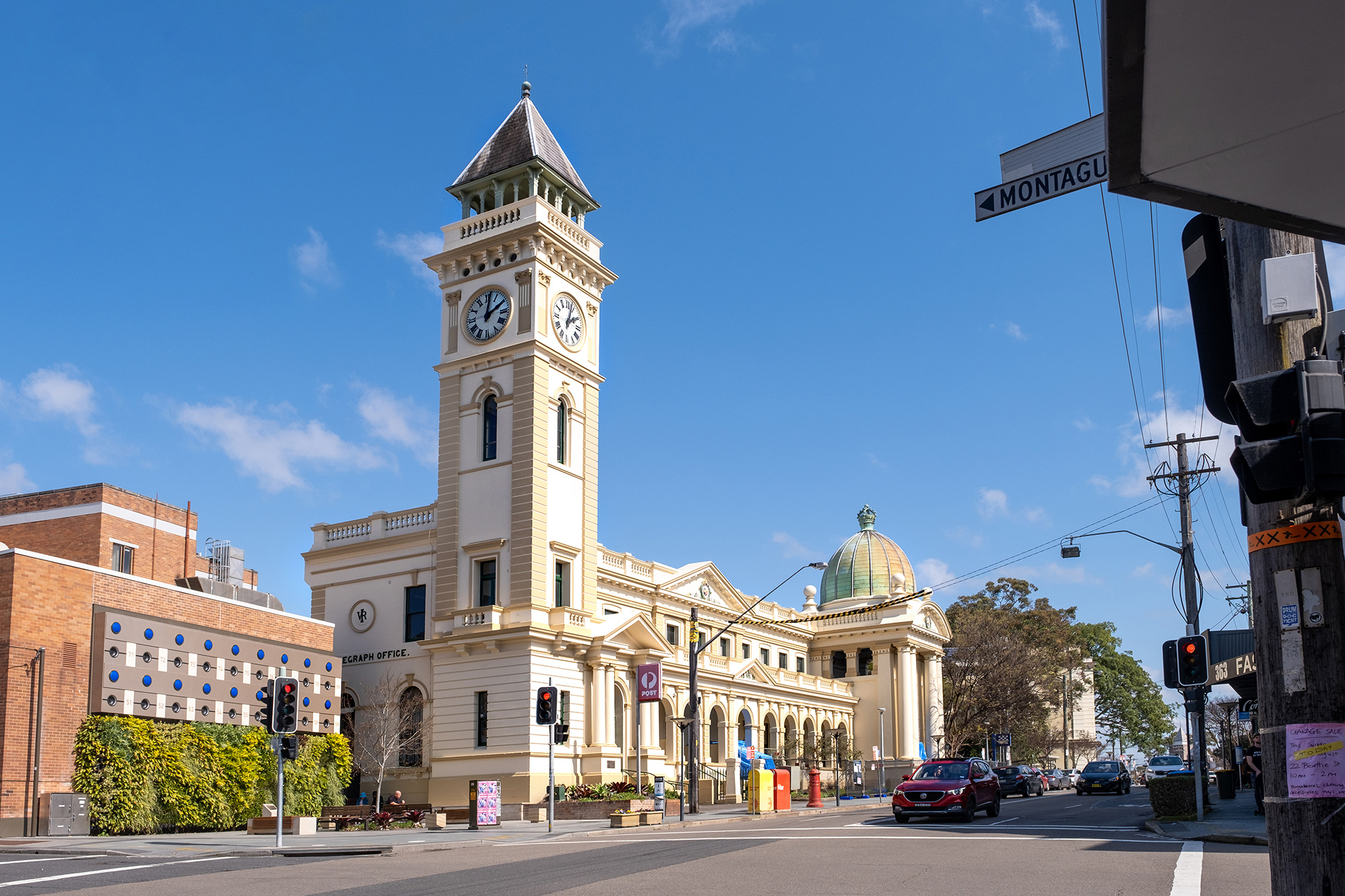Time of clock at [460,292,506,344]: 2:01
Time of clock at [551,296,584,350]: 2:02
